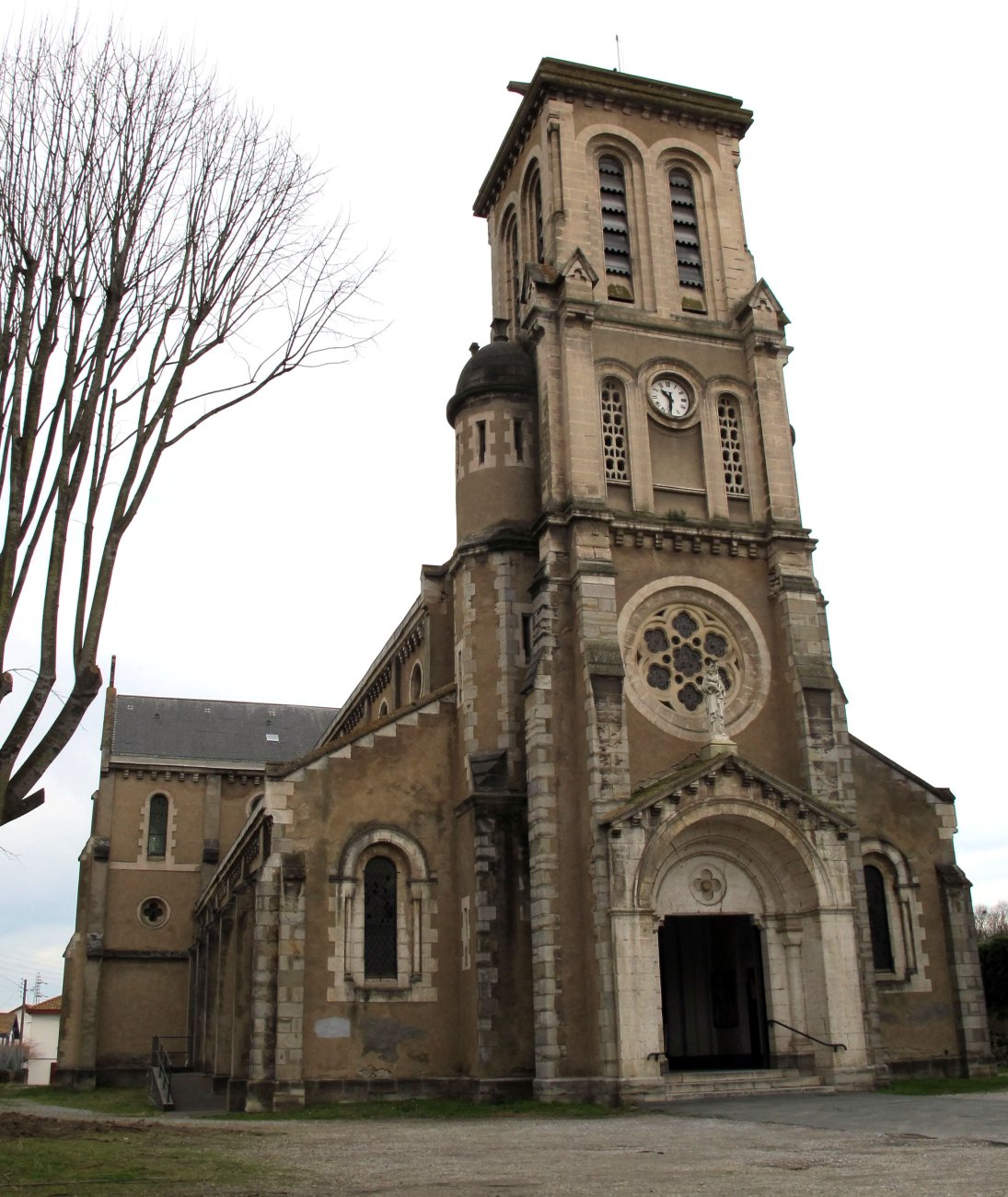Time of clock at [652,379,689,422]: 10:31
